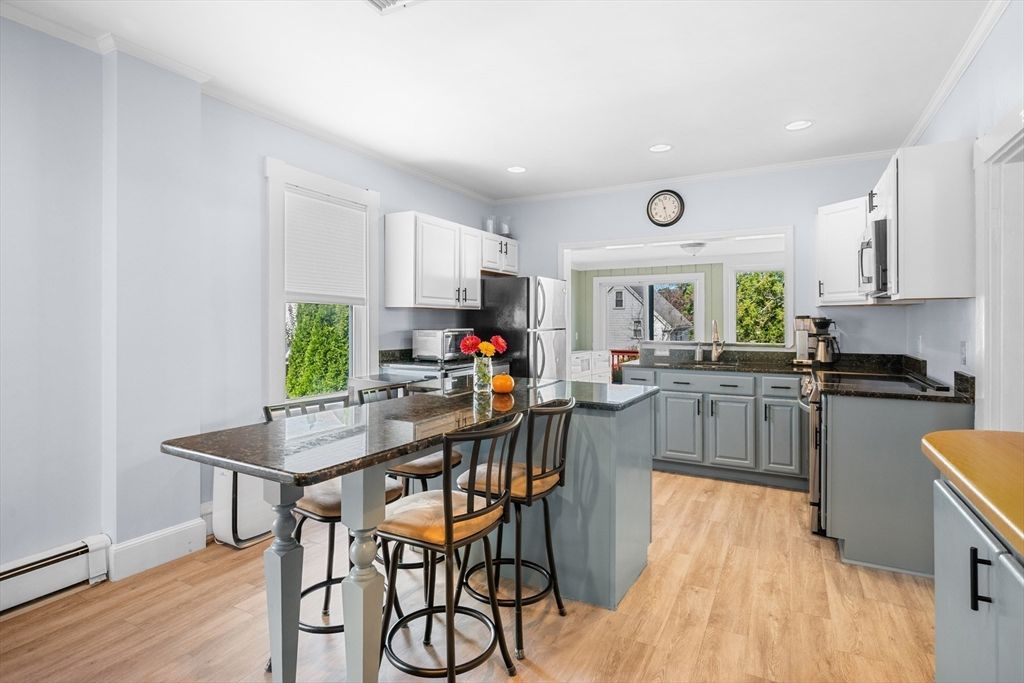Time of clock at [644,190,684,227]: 11:27
